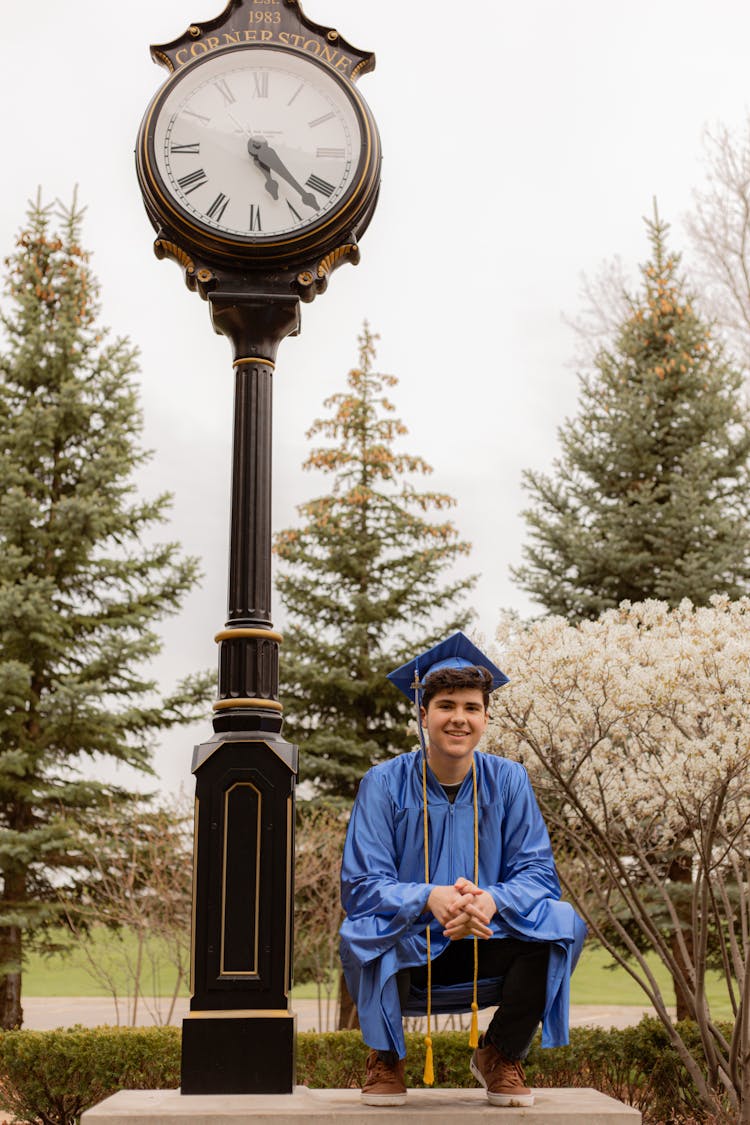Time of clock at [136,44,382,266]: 5:22
